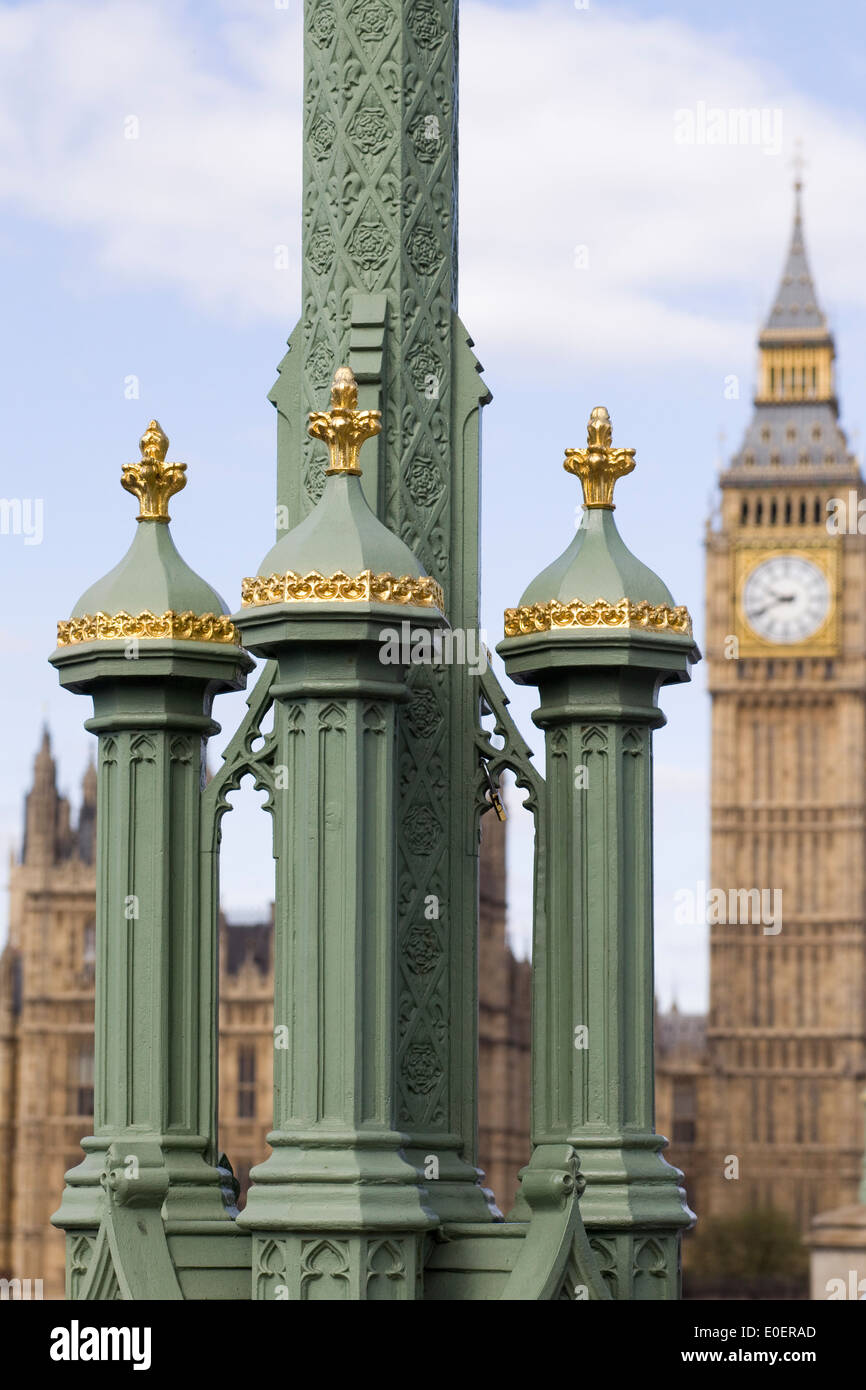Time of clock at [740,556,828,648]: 9:41
